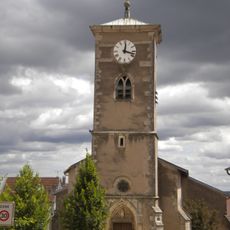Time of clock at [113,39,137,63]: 12:17
